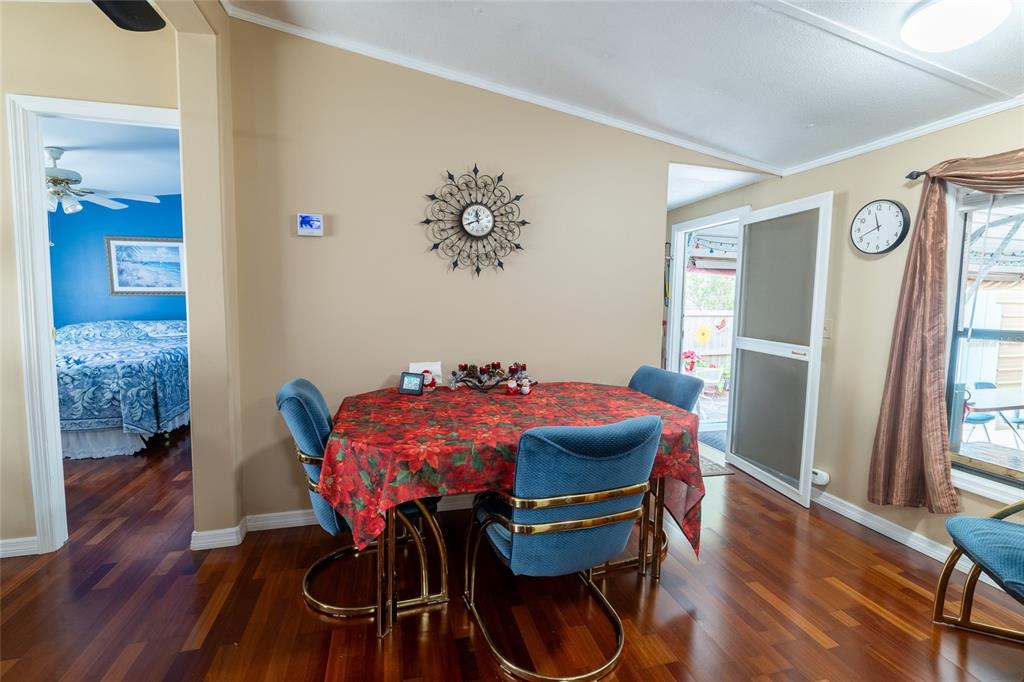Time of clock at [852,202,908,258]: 11:41
